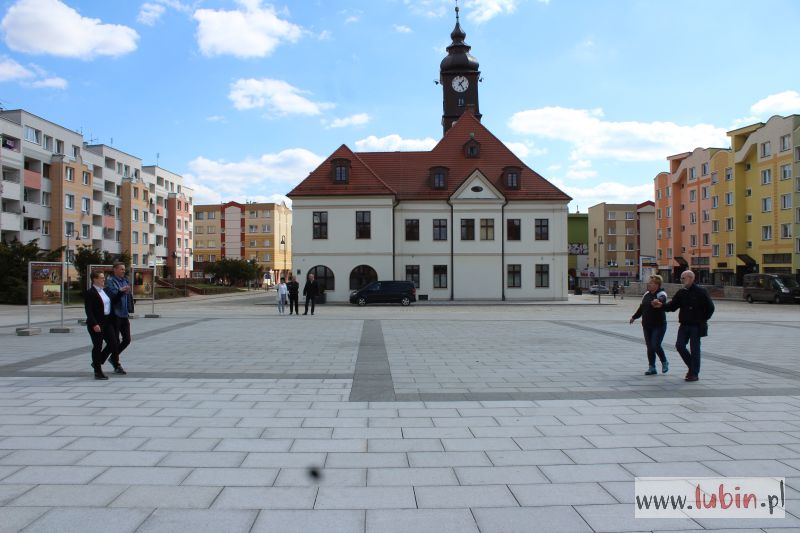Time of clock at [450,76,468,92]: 1:24
